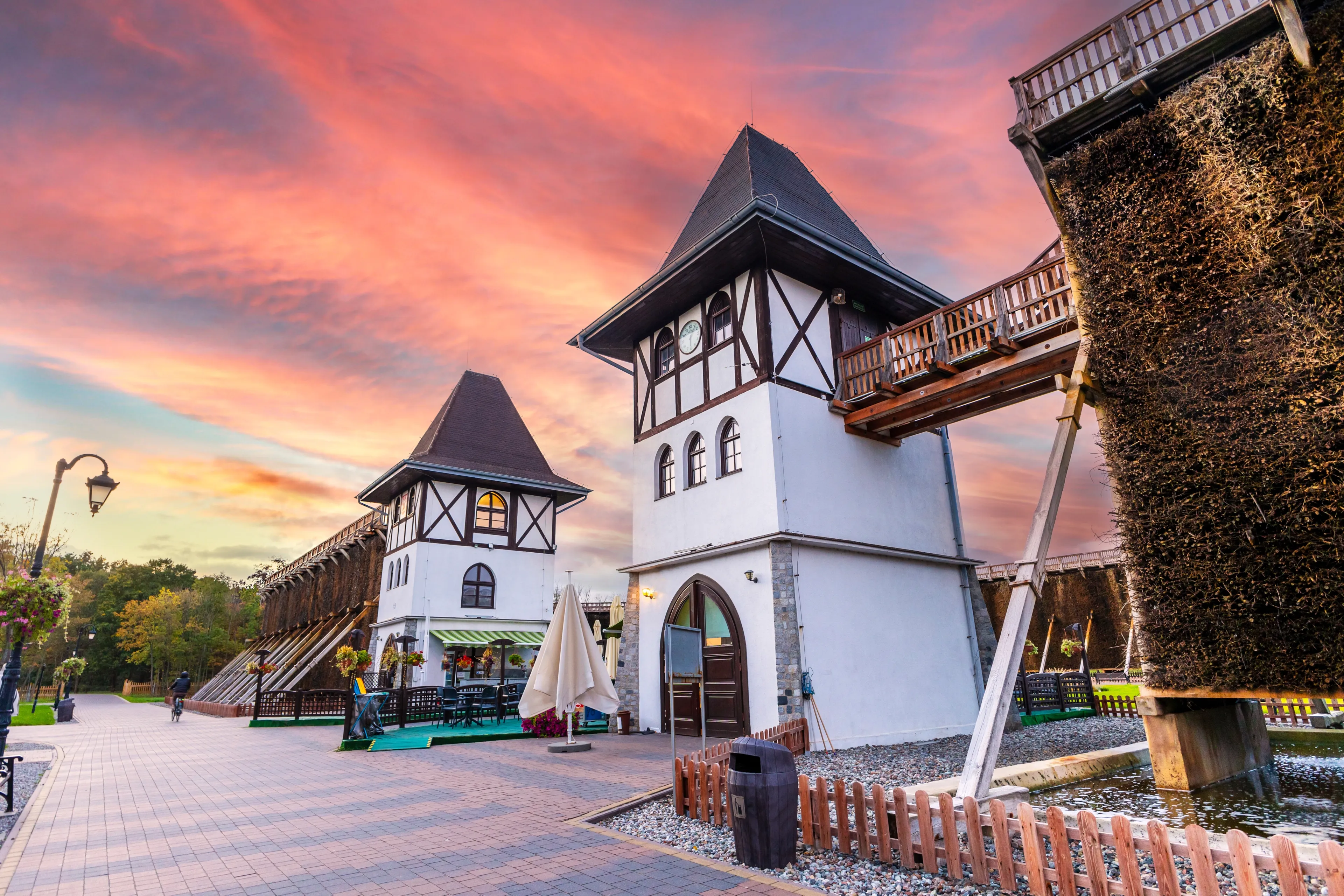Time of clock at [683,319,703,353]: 6:06
